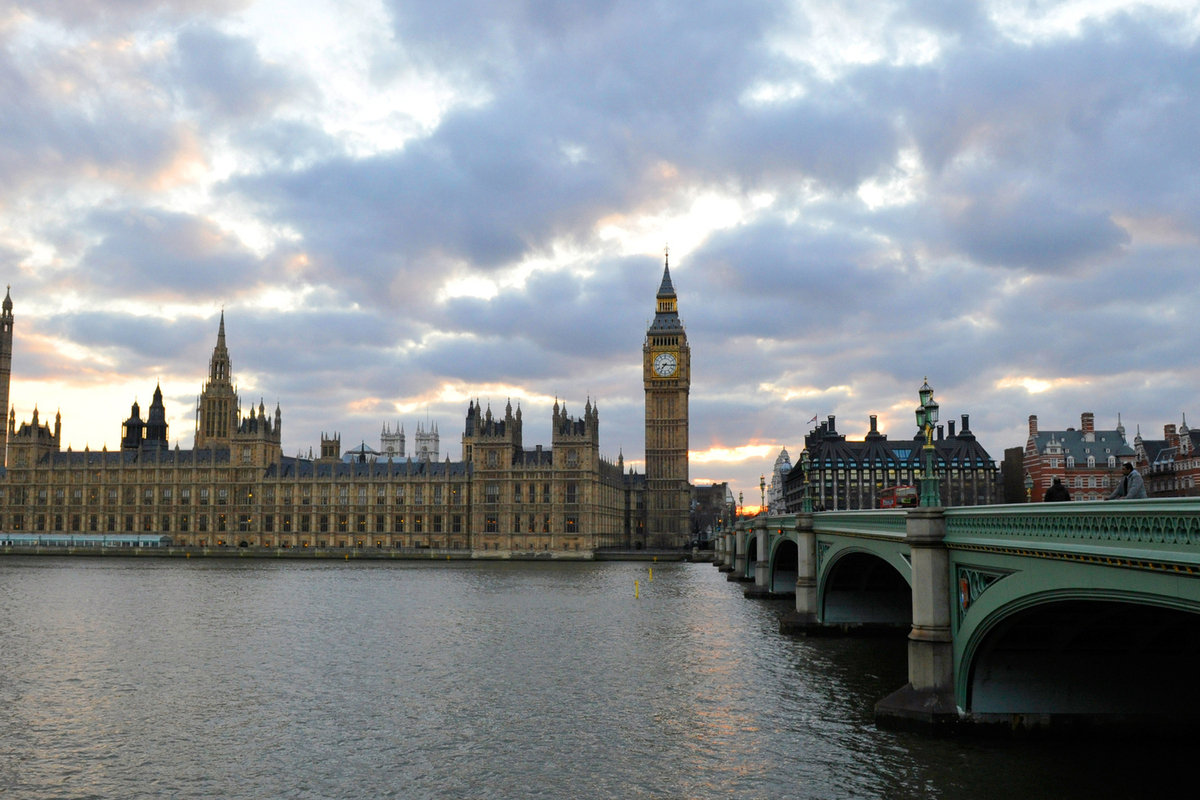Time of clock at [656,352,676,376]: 7:15
